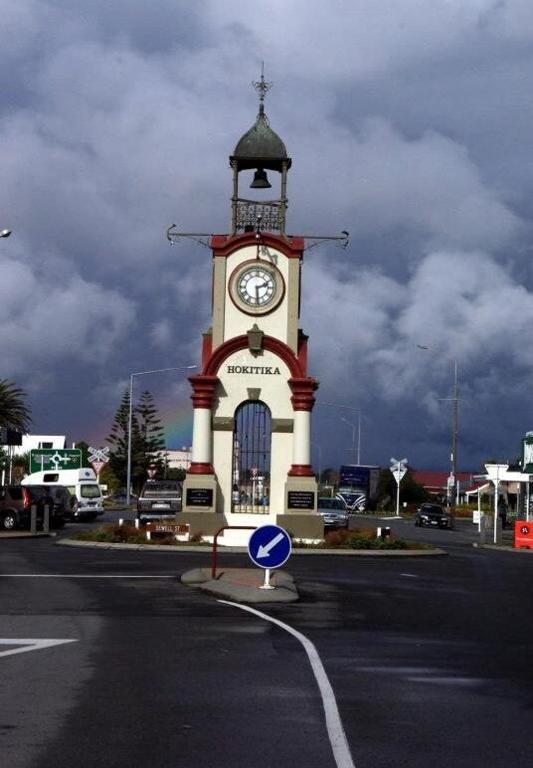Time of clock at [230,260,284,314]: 2:29
